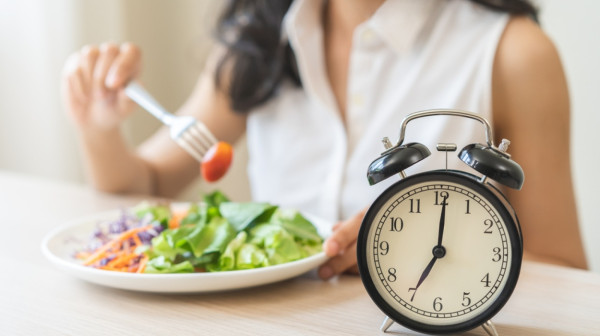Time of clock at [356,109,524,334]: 7:00
